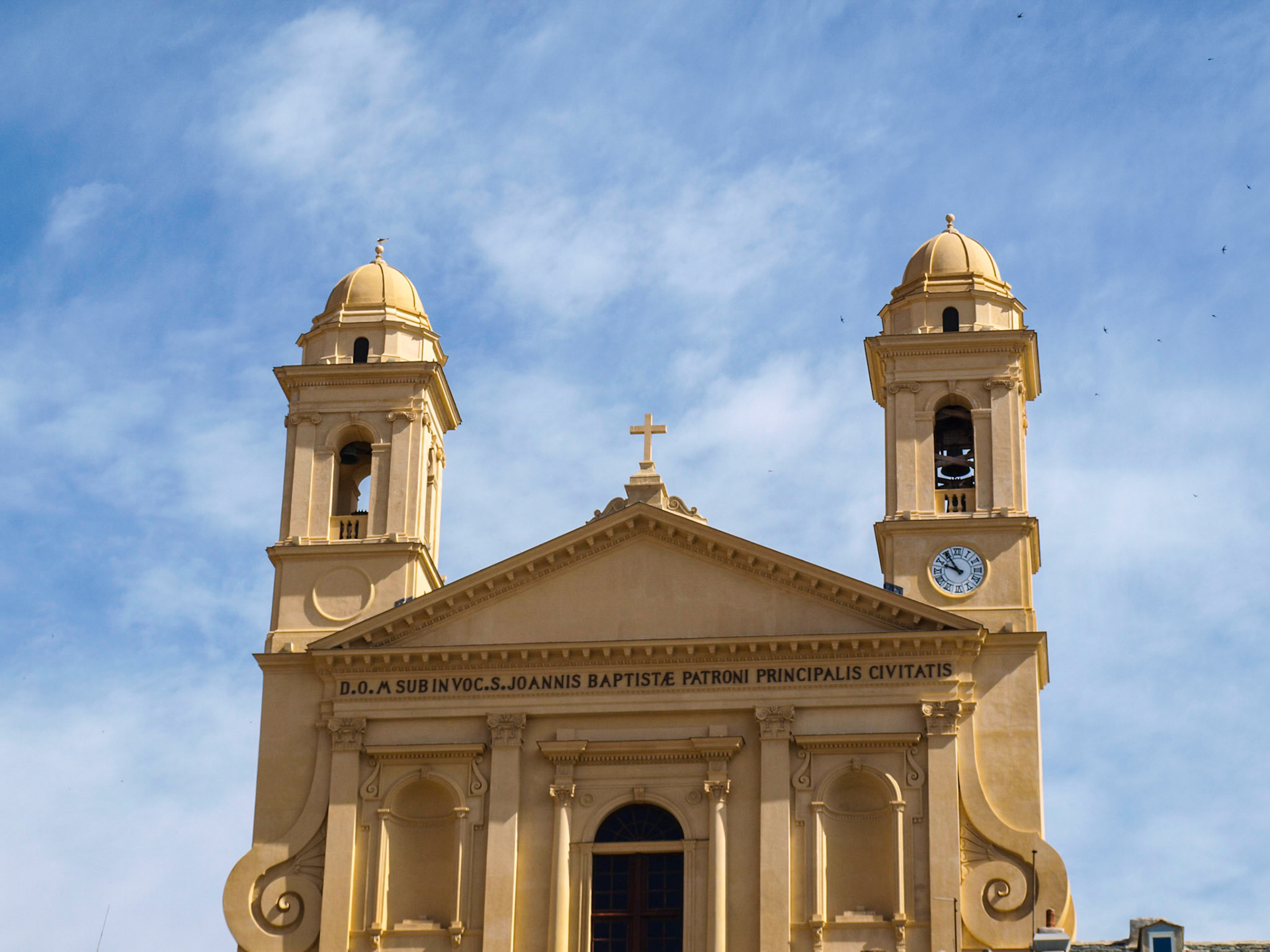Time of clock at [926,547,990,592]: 9:54
